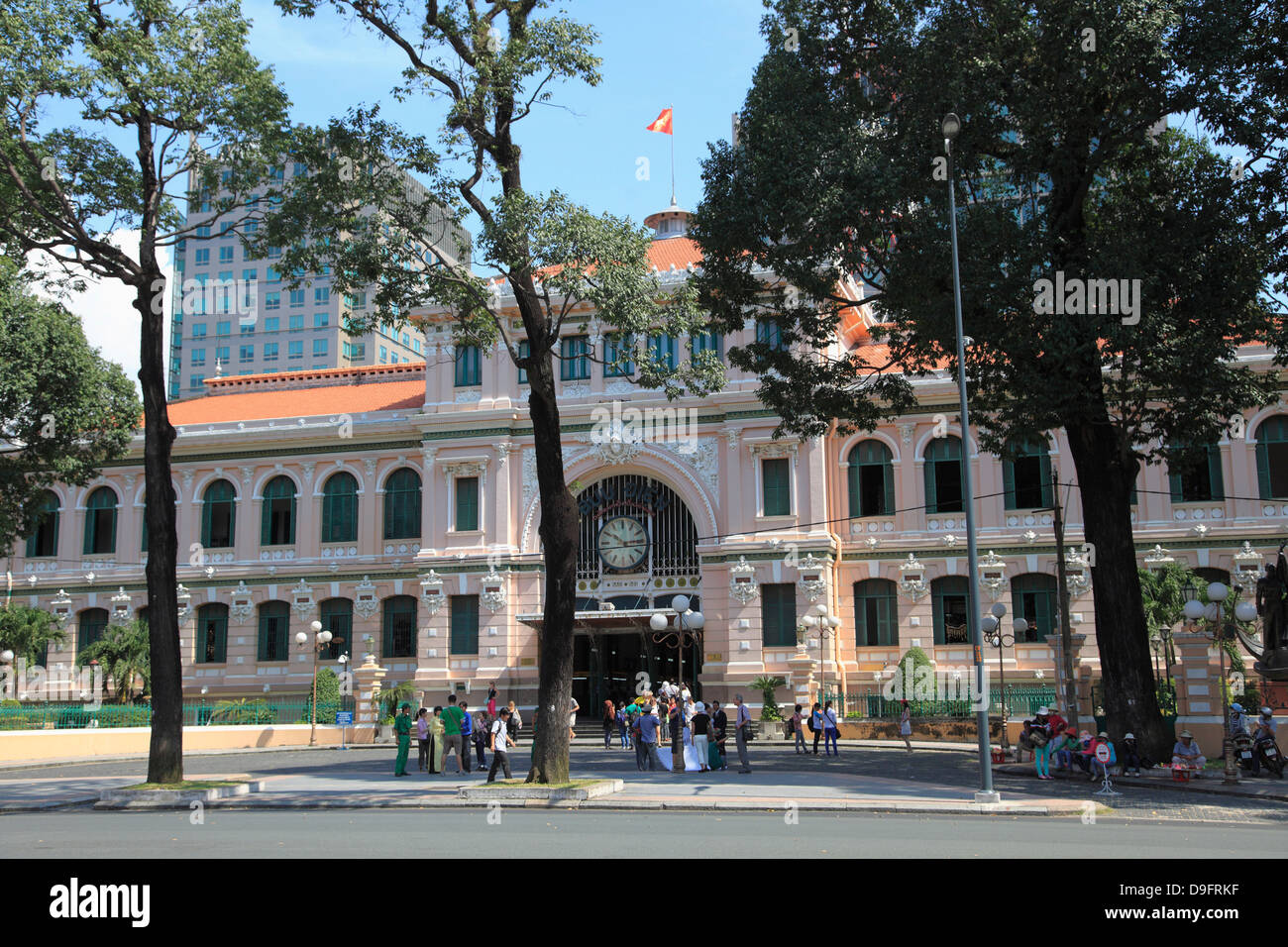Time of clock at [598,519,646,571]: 10:14
